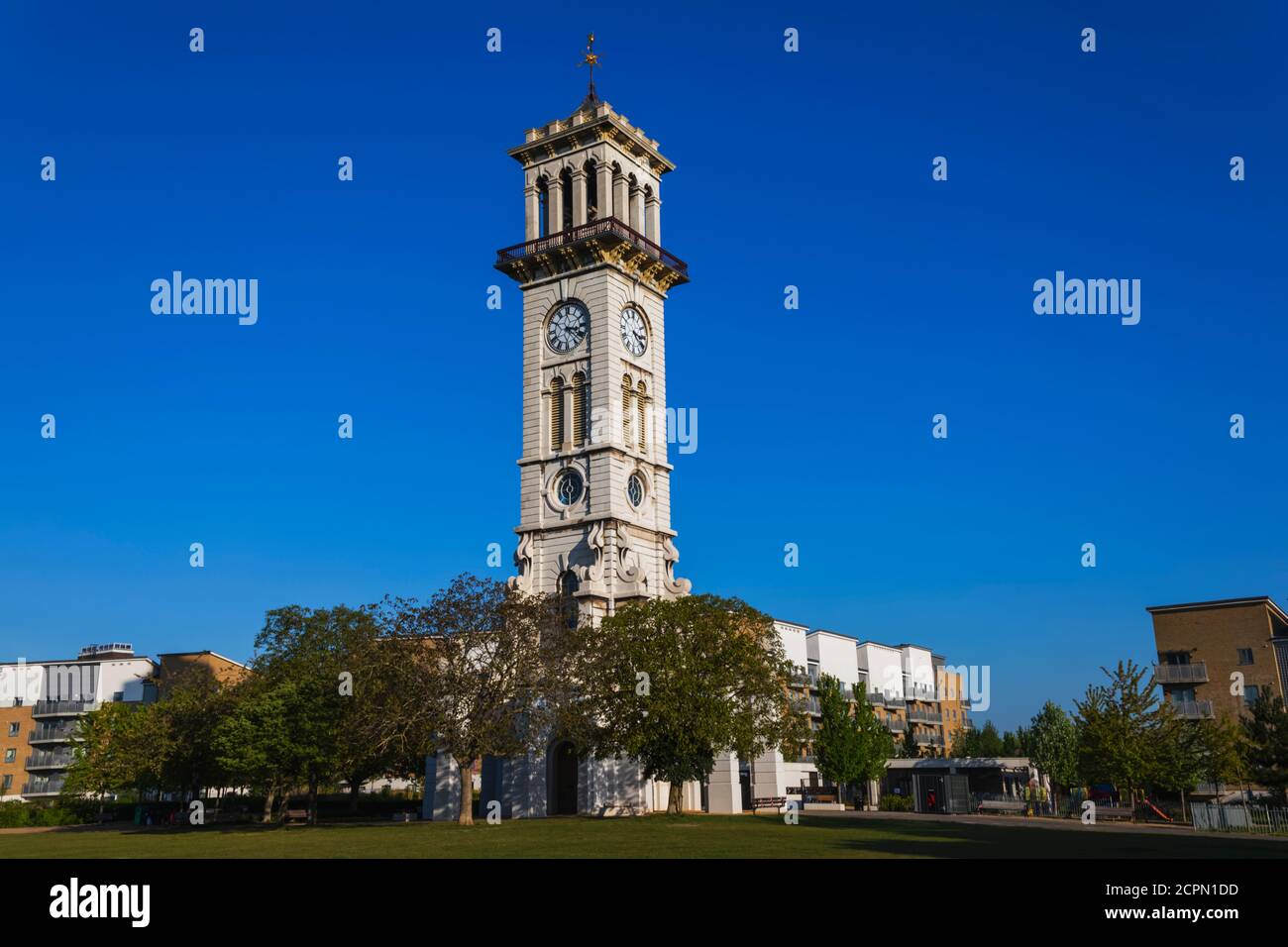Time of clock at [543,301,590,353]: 3:22
